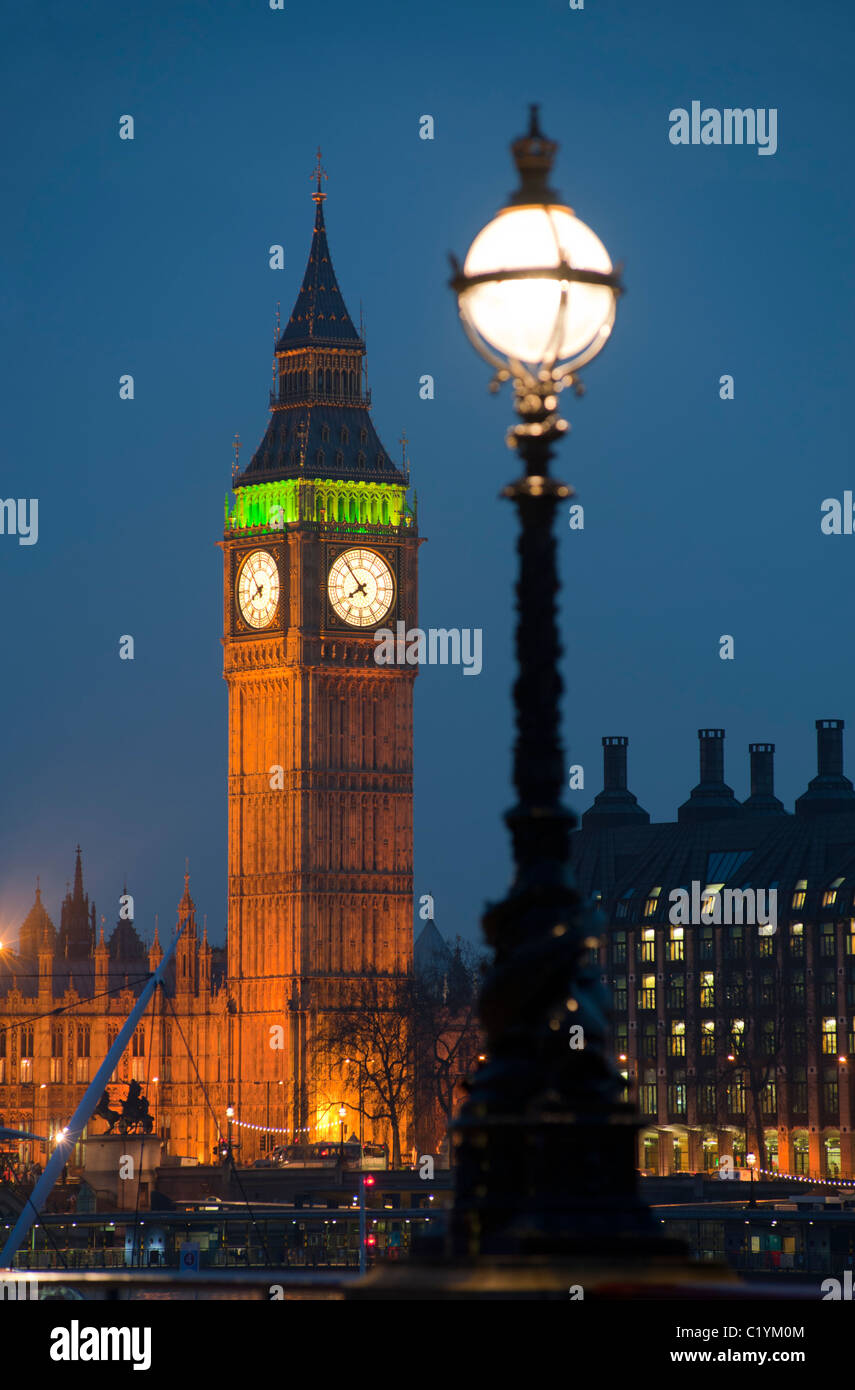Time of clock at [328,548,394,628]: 7:53
